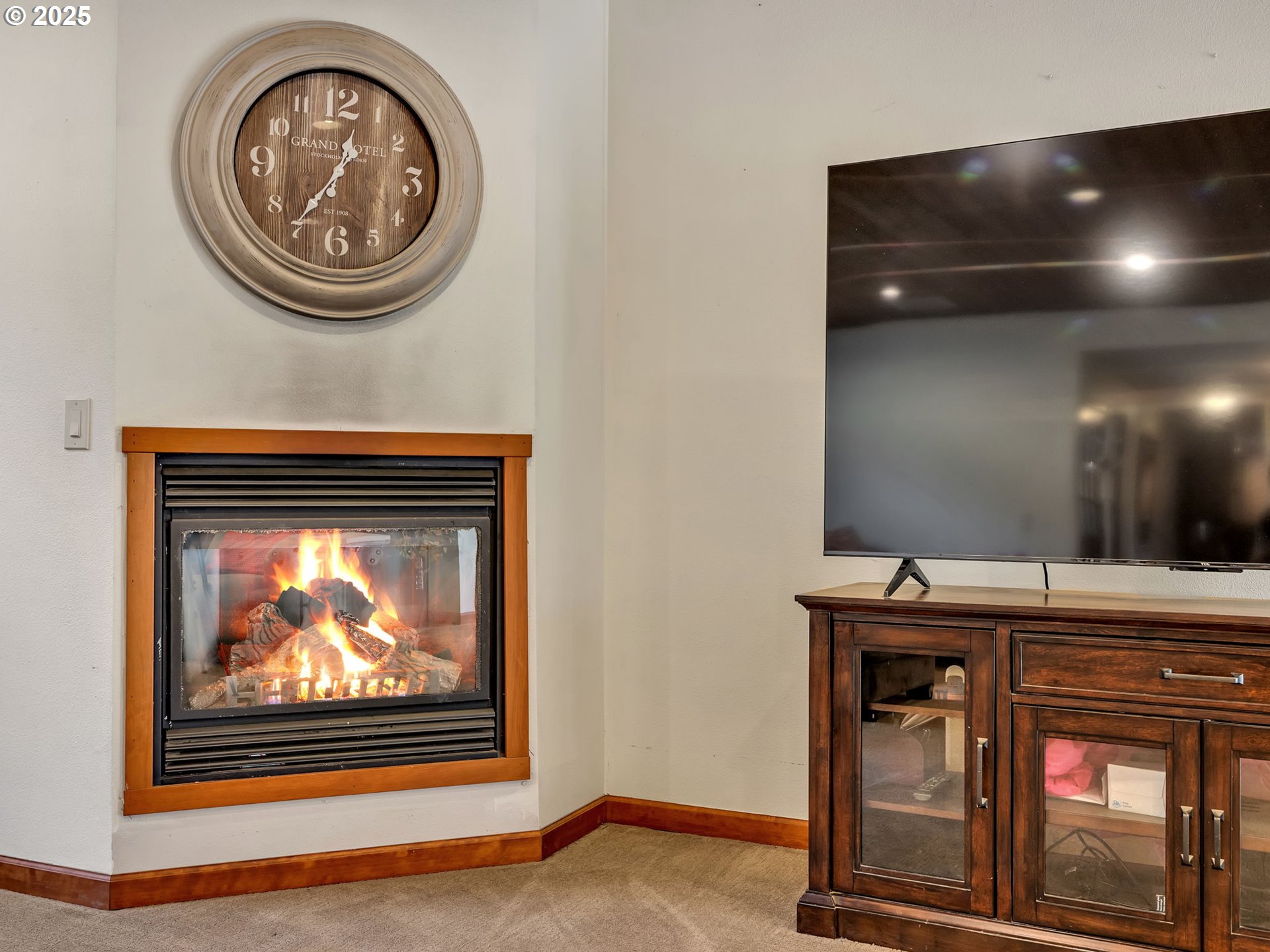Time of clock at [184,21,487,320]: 12:36
